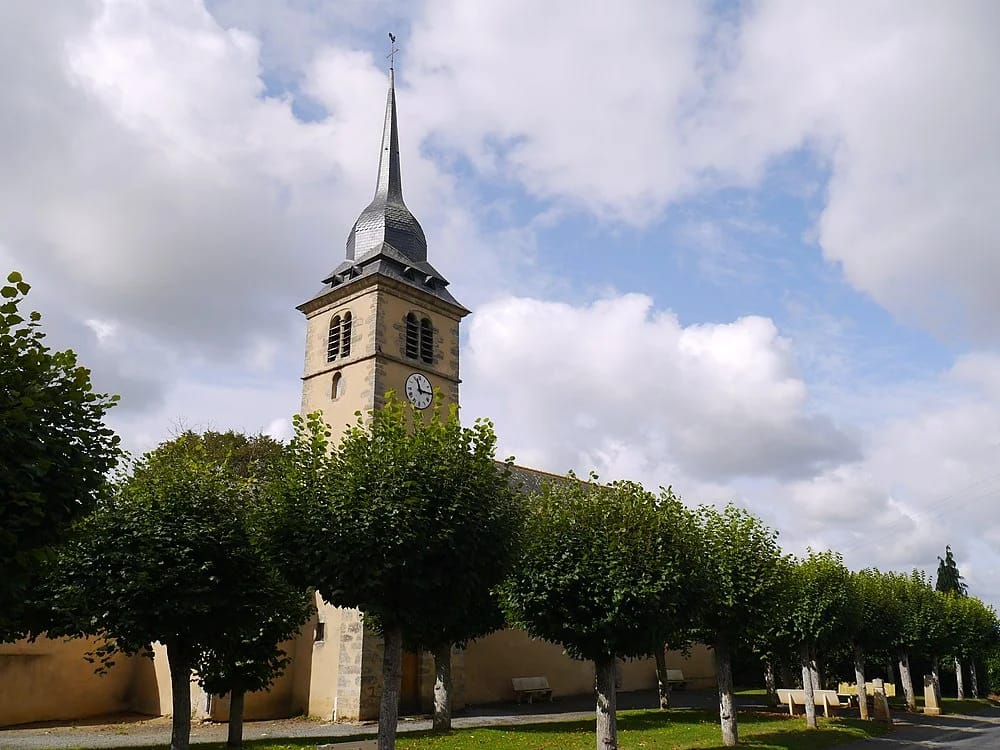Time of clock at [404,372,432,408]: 11:14
